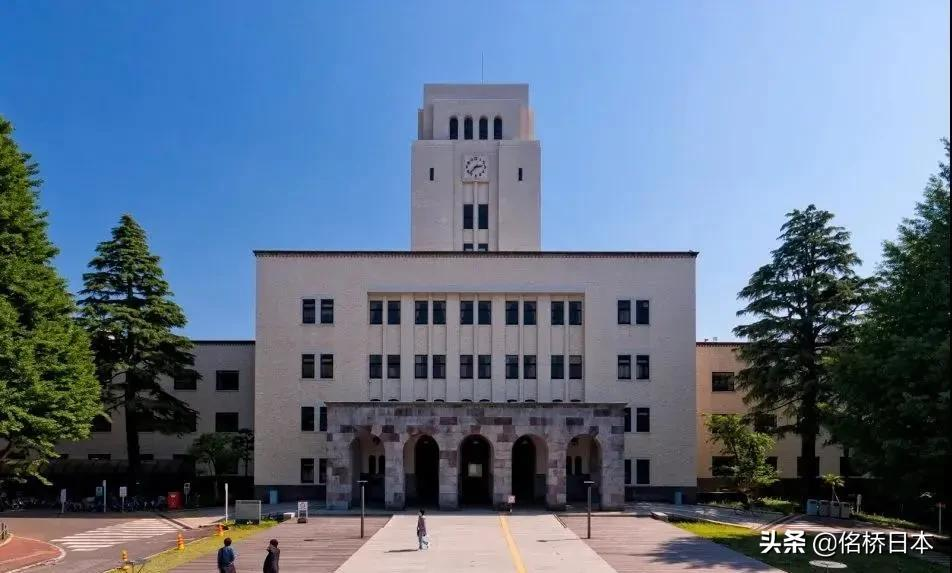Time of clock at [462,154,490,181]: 2:37
